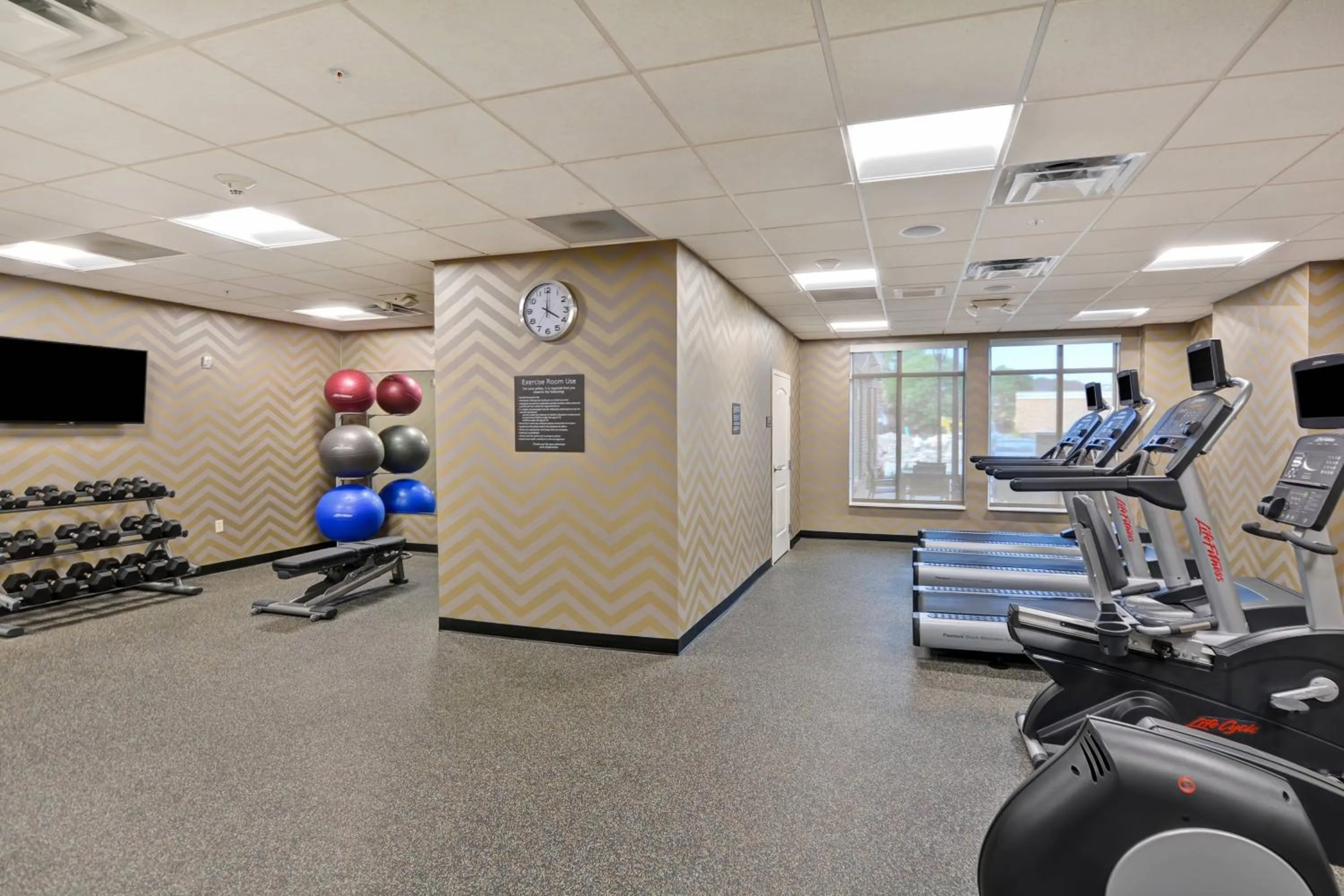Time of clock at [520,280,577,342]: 4:00
